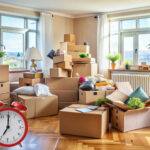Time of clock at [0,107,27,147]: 7:00
